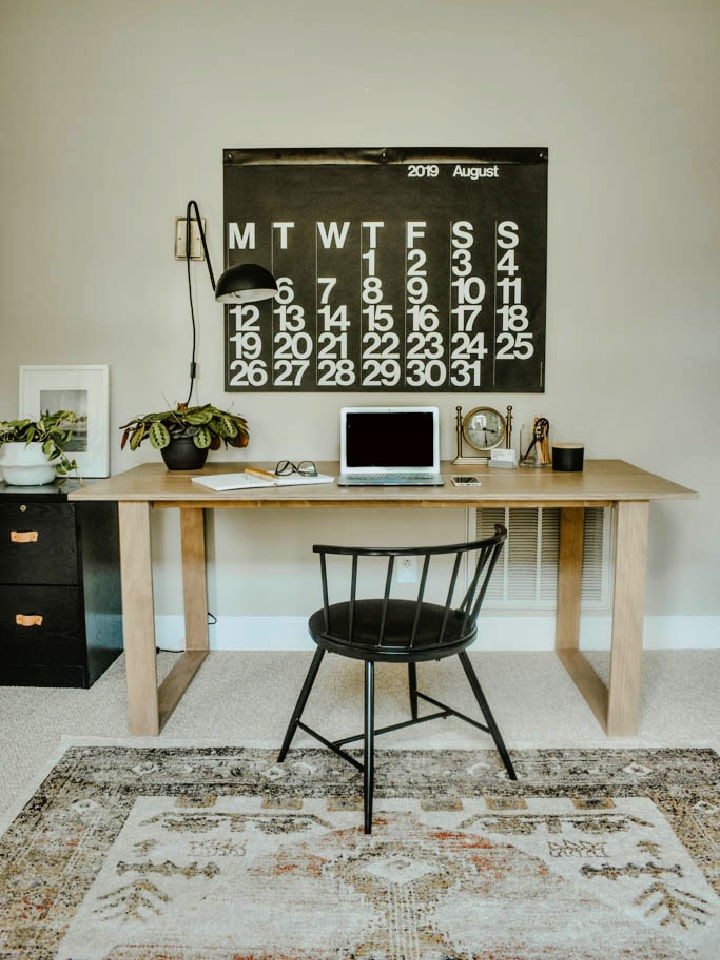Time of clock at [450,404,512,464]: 3:29
